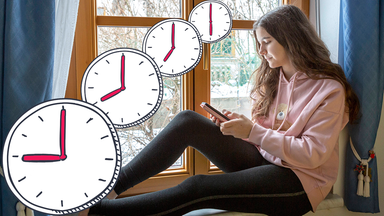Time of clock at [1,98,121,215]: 8:00
